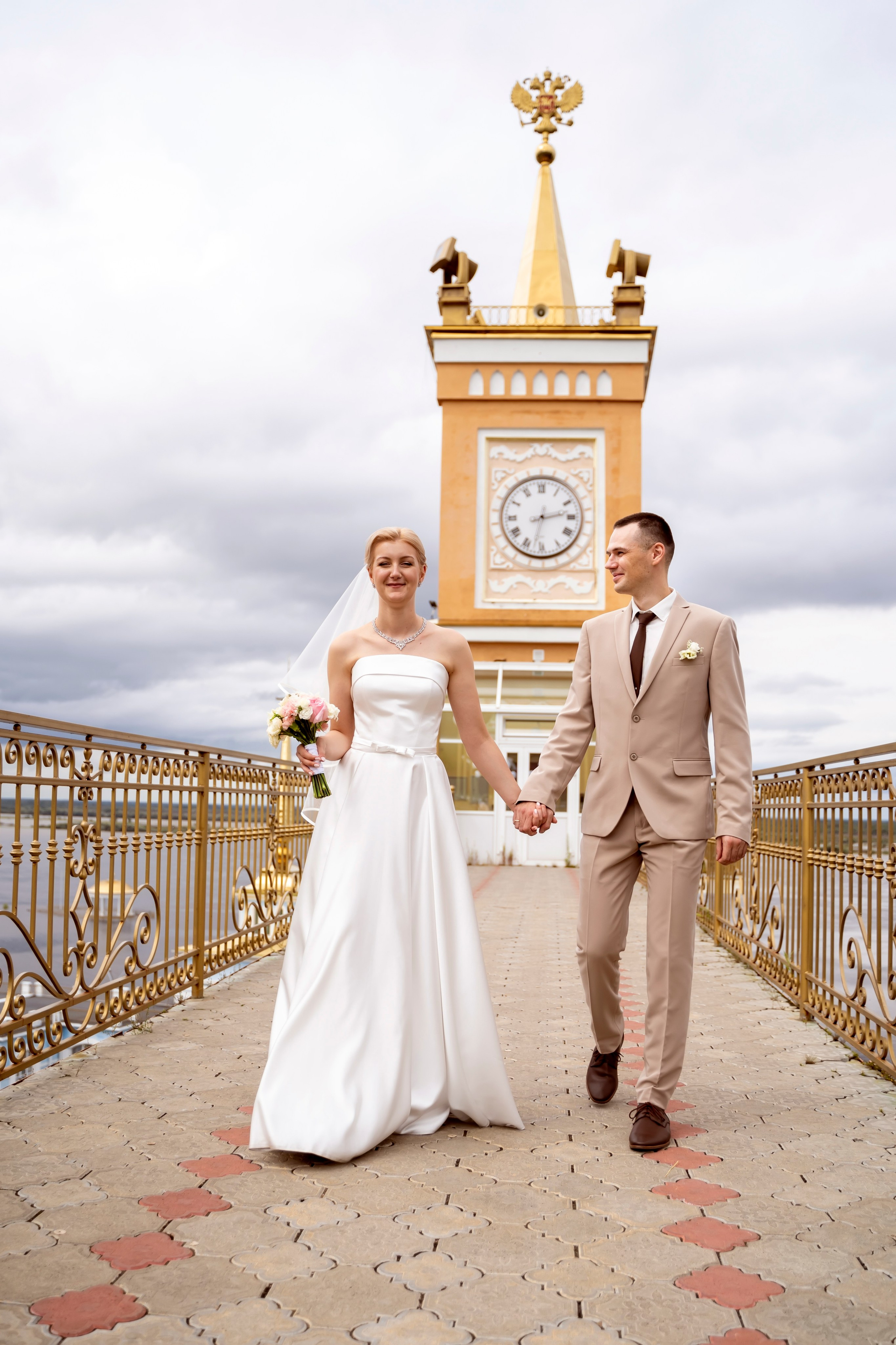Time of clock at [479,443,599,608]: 2:32
